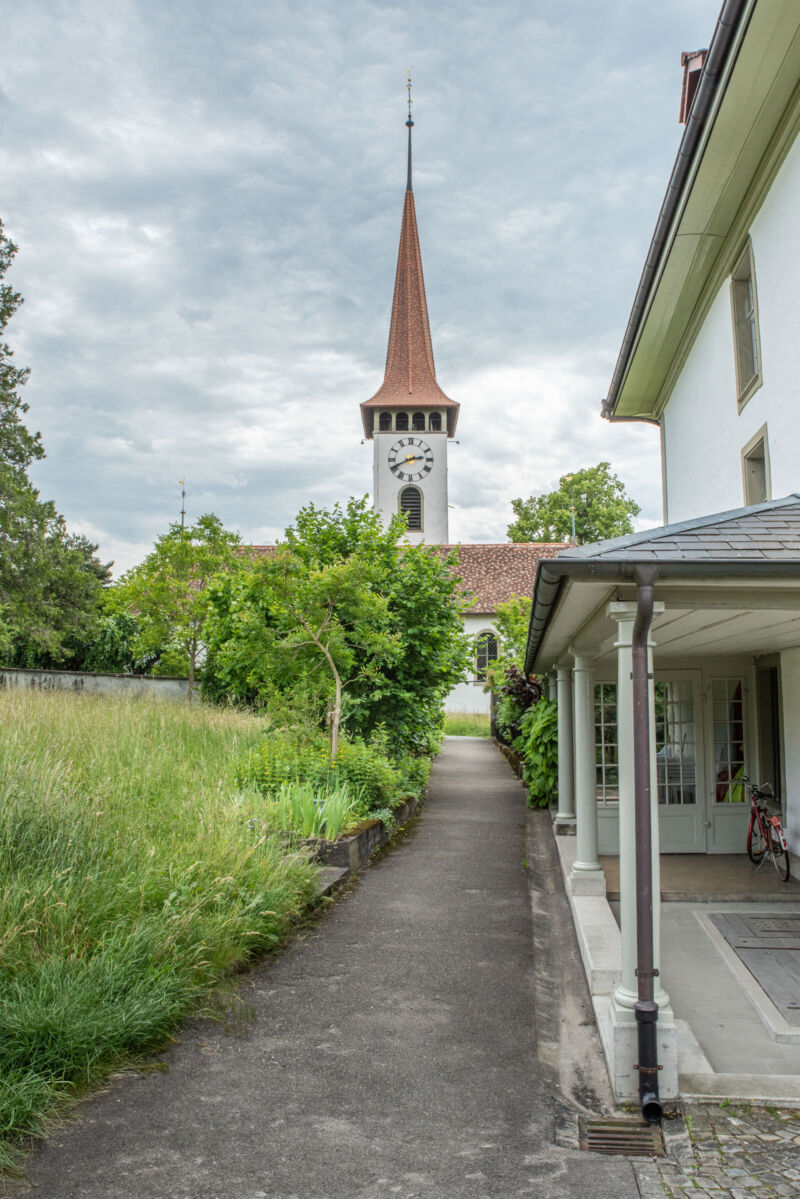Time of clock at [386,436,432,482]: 2:40
